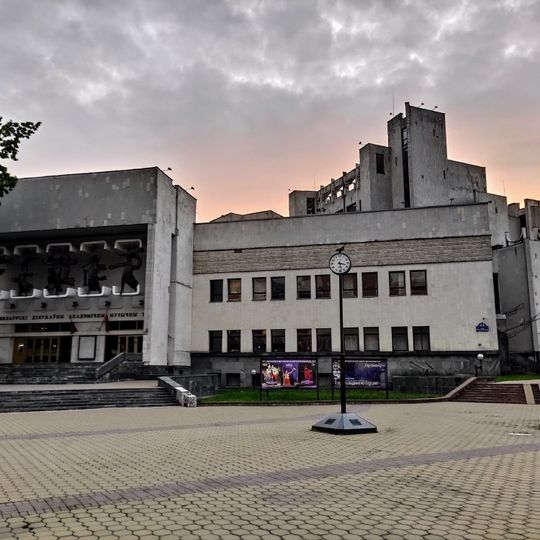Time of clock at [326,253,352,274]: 3:29
